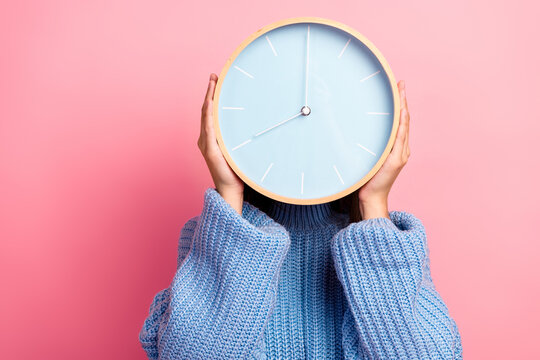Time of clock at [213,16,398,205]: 8:00
